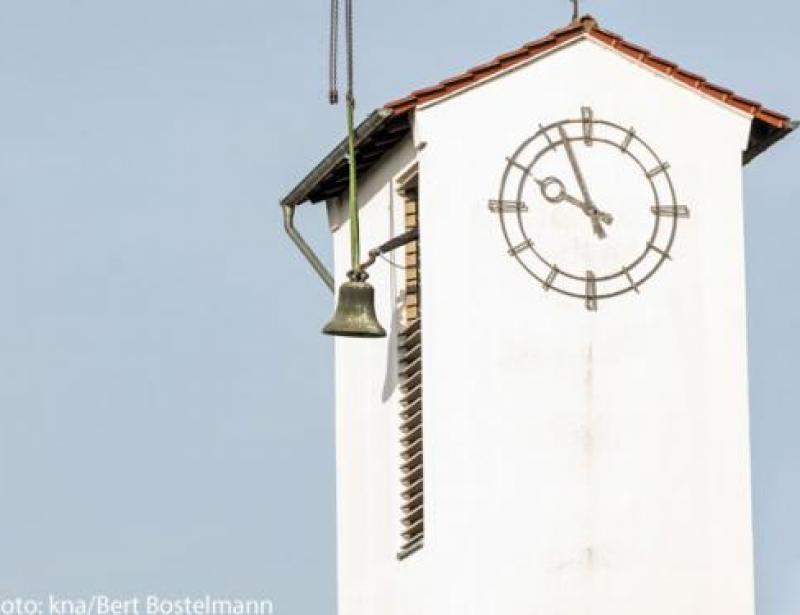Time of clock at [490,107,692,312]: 9:56
